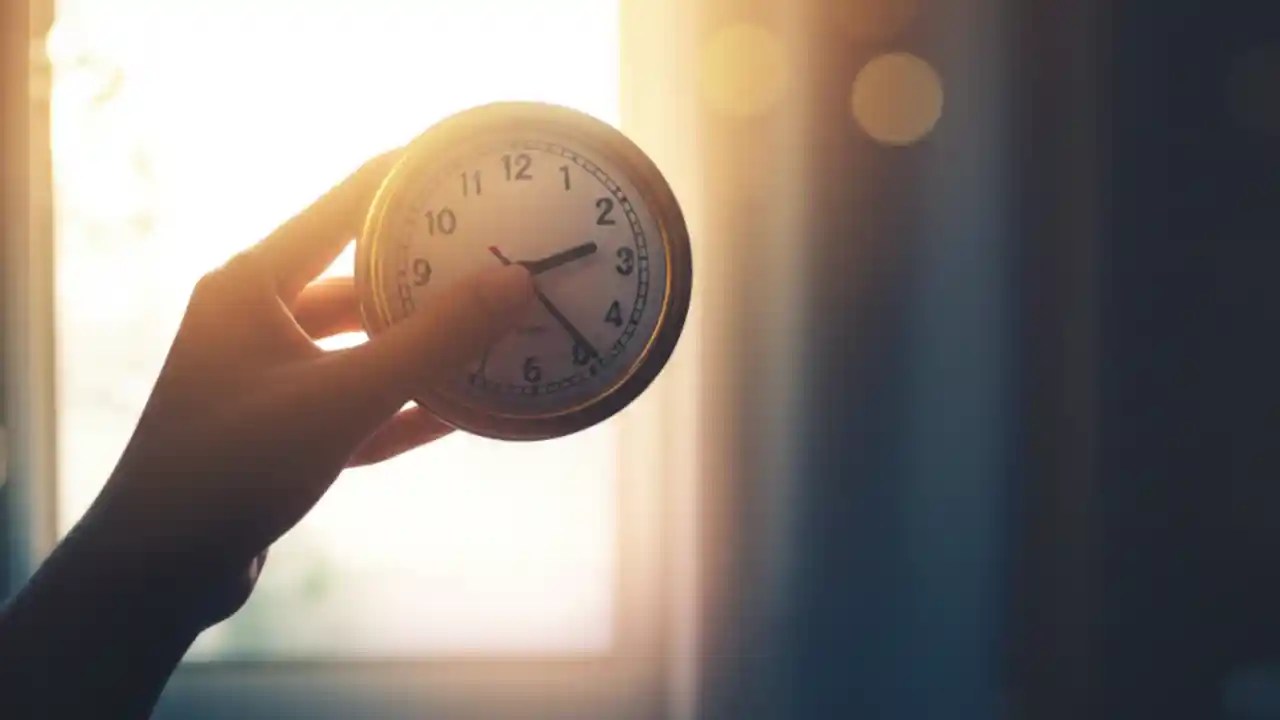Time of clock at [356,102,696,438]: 2:23
